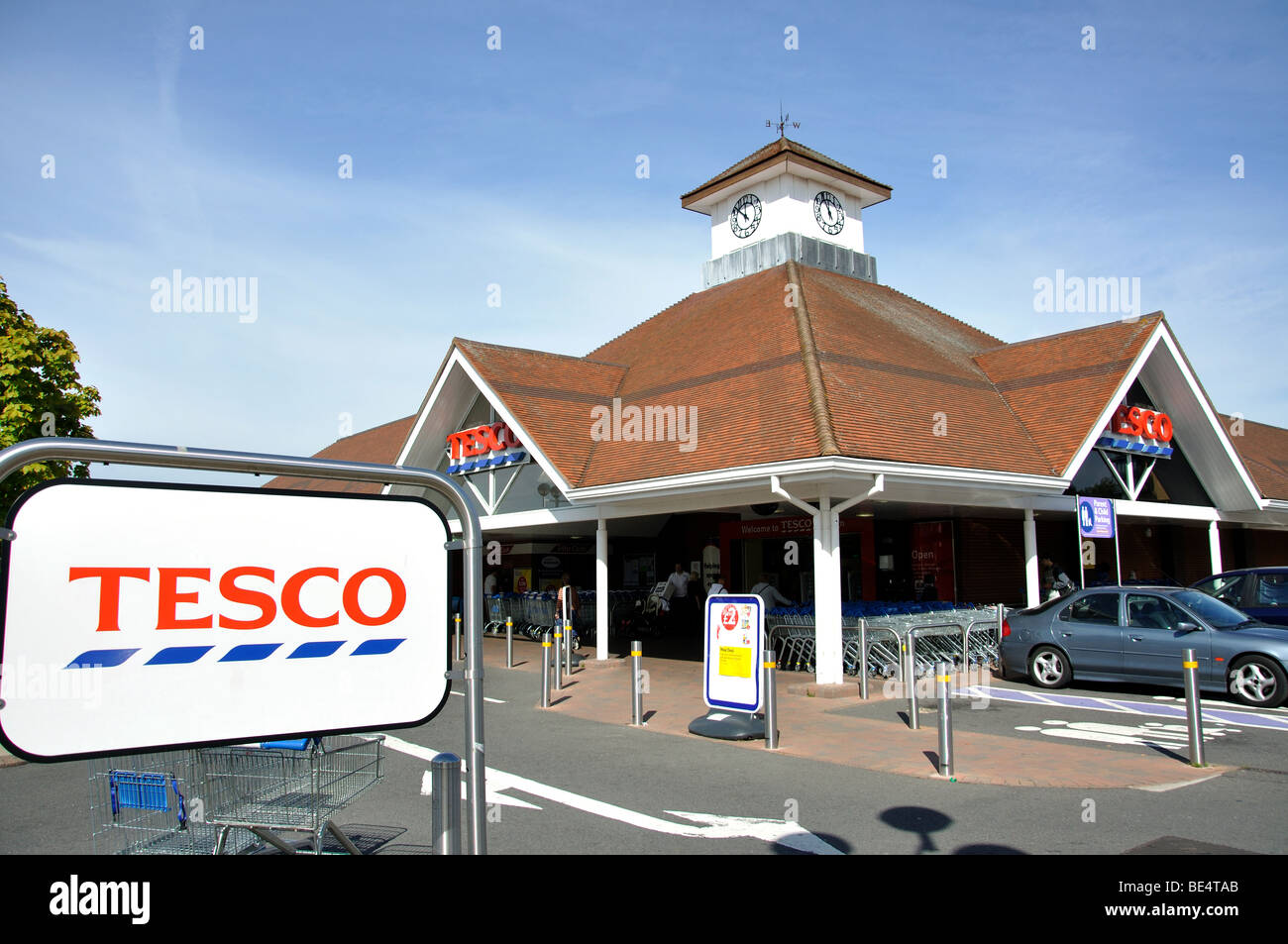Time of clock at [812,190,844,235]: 11:55
